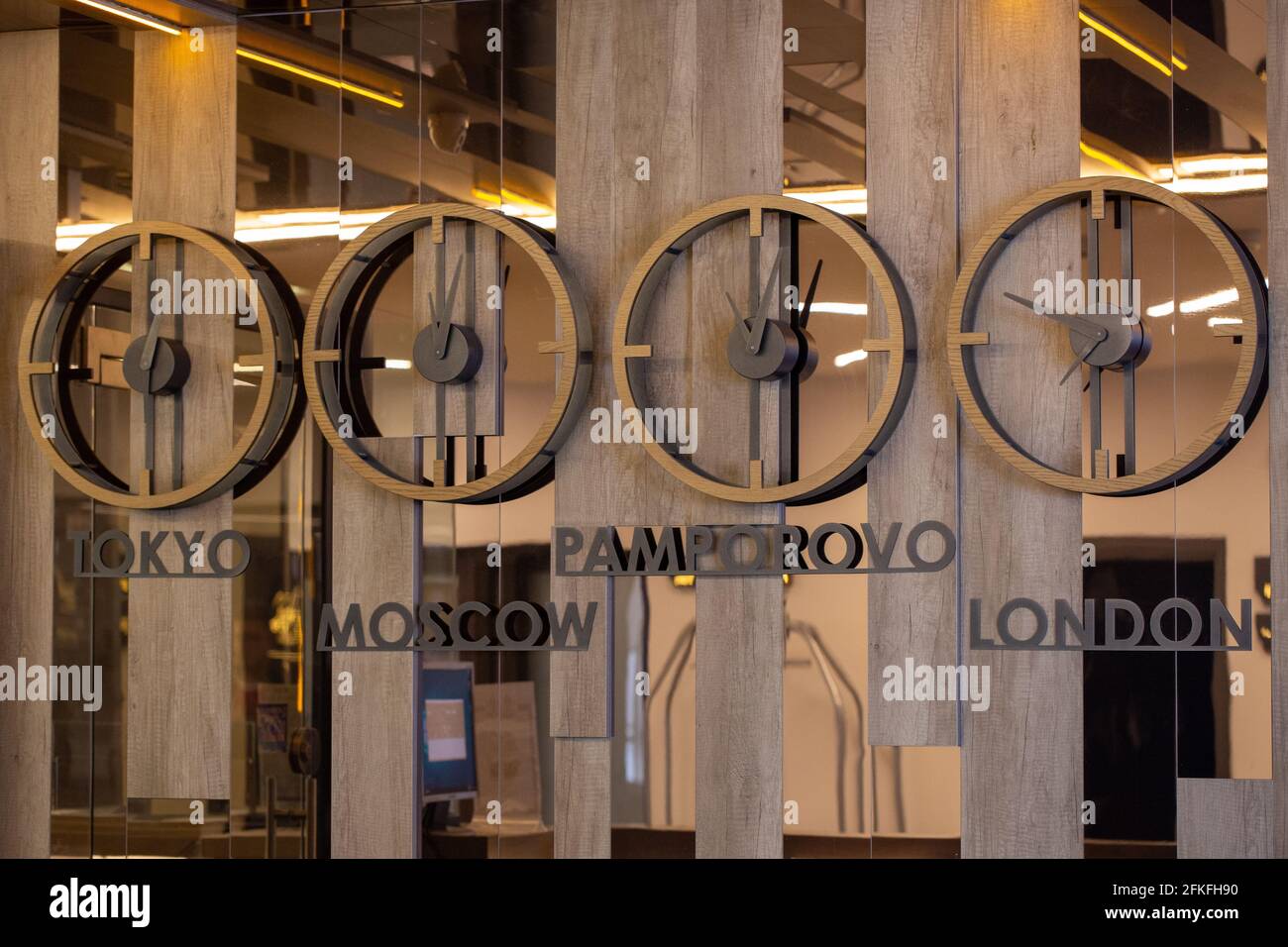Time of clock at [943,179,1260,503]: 2:29
